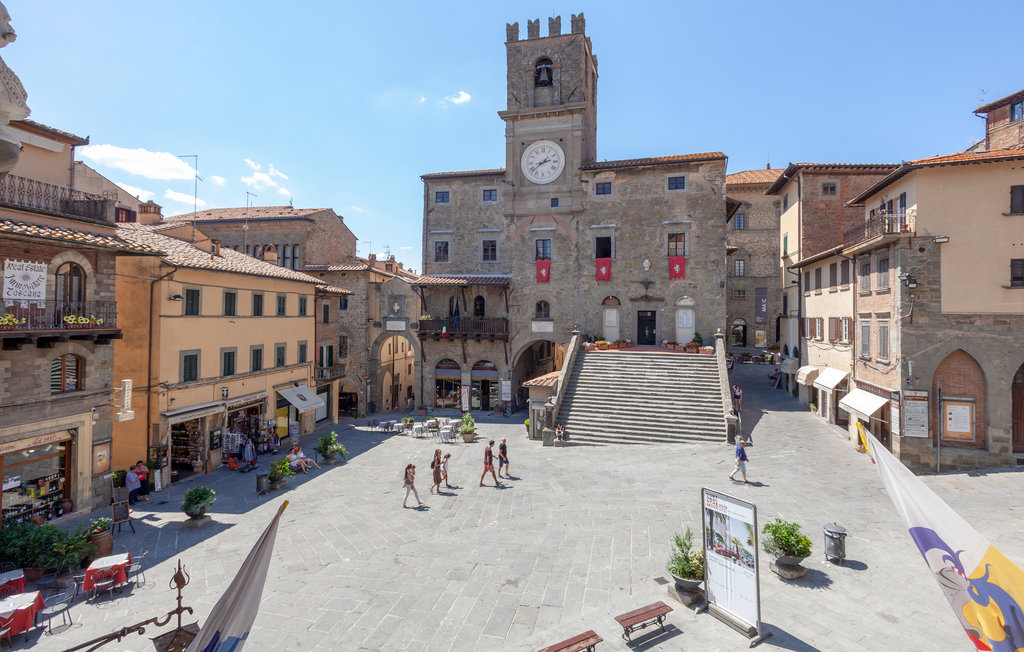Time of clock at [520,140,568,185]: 2:38
